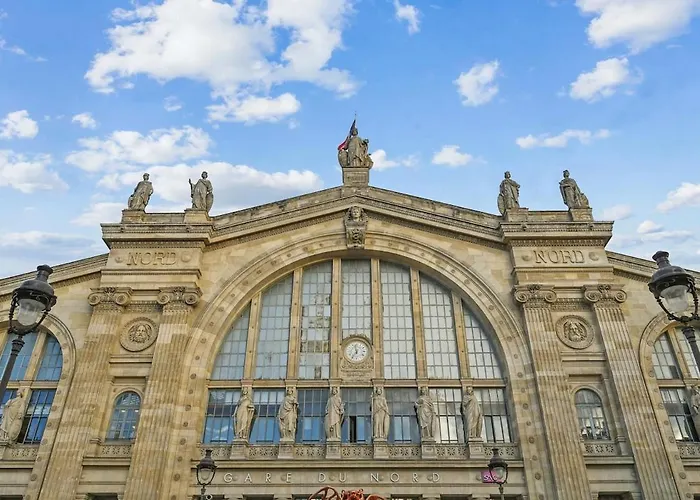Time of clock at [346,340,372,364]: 11:35
